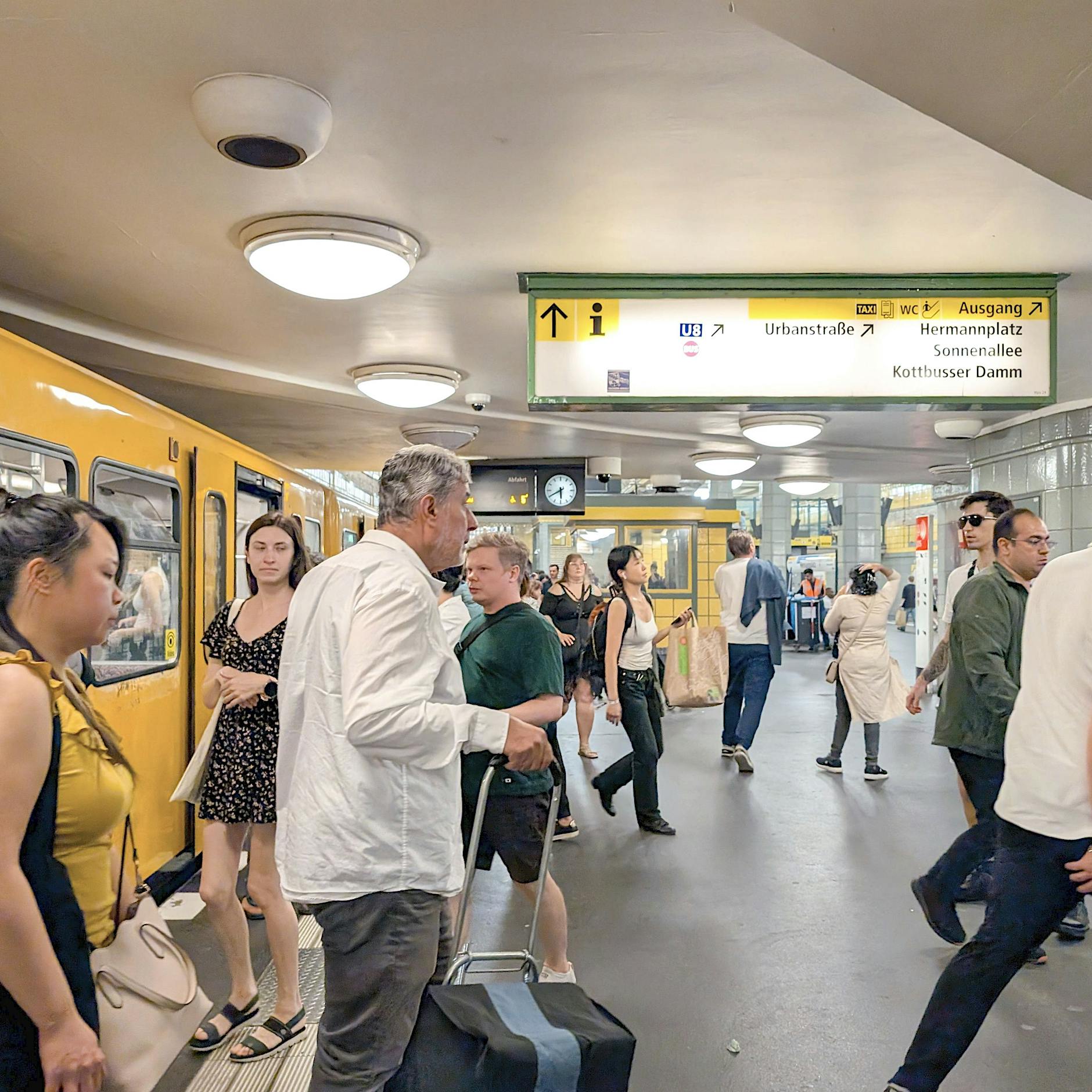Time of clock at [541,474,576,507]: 5:40
